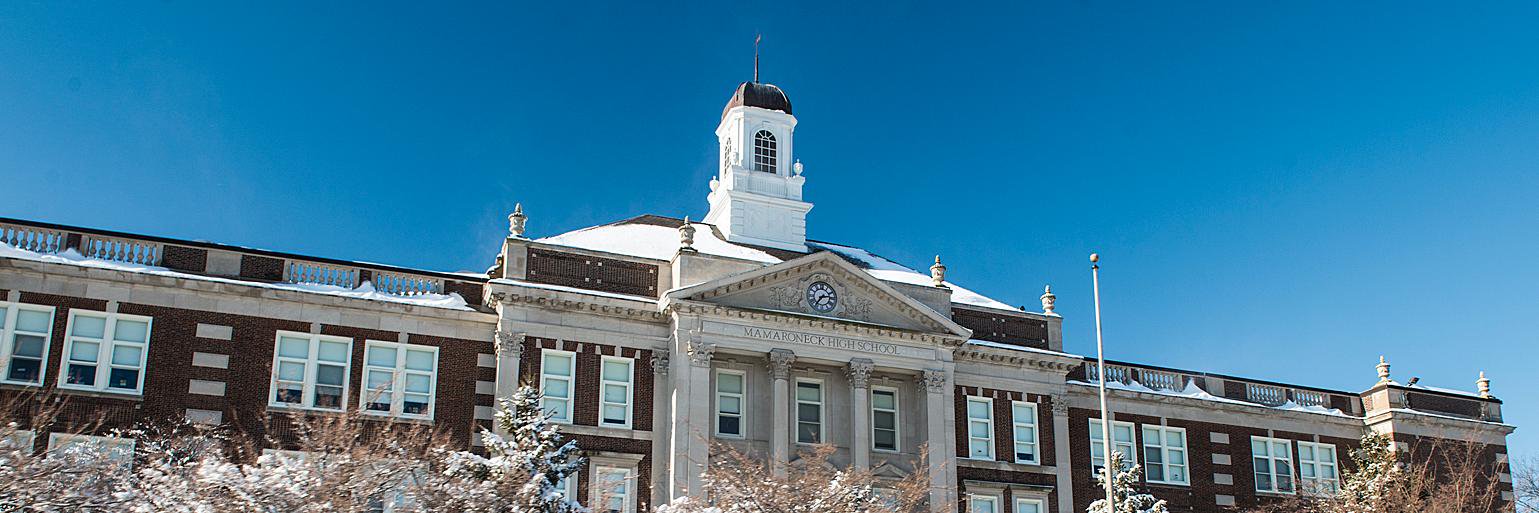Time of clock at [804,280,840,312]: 2:36
